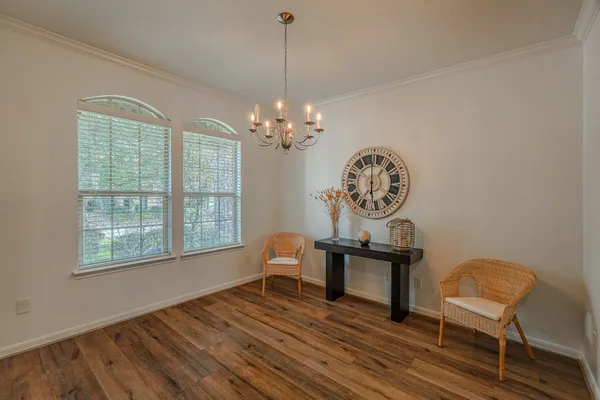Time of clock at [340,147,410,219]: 5:59
